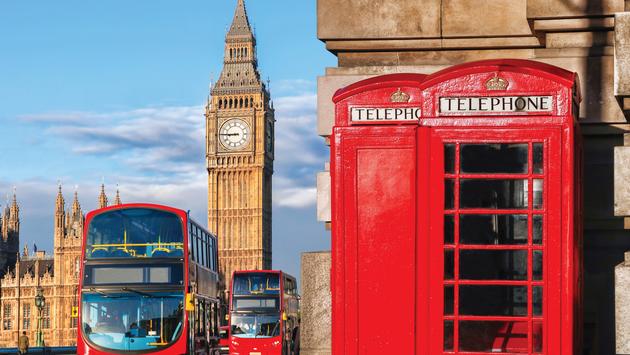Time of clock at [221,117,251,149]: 8:45
